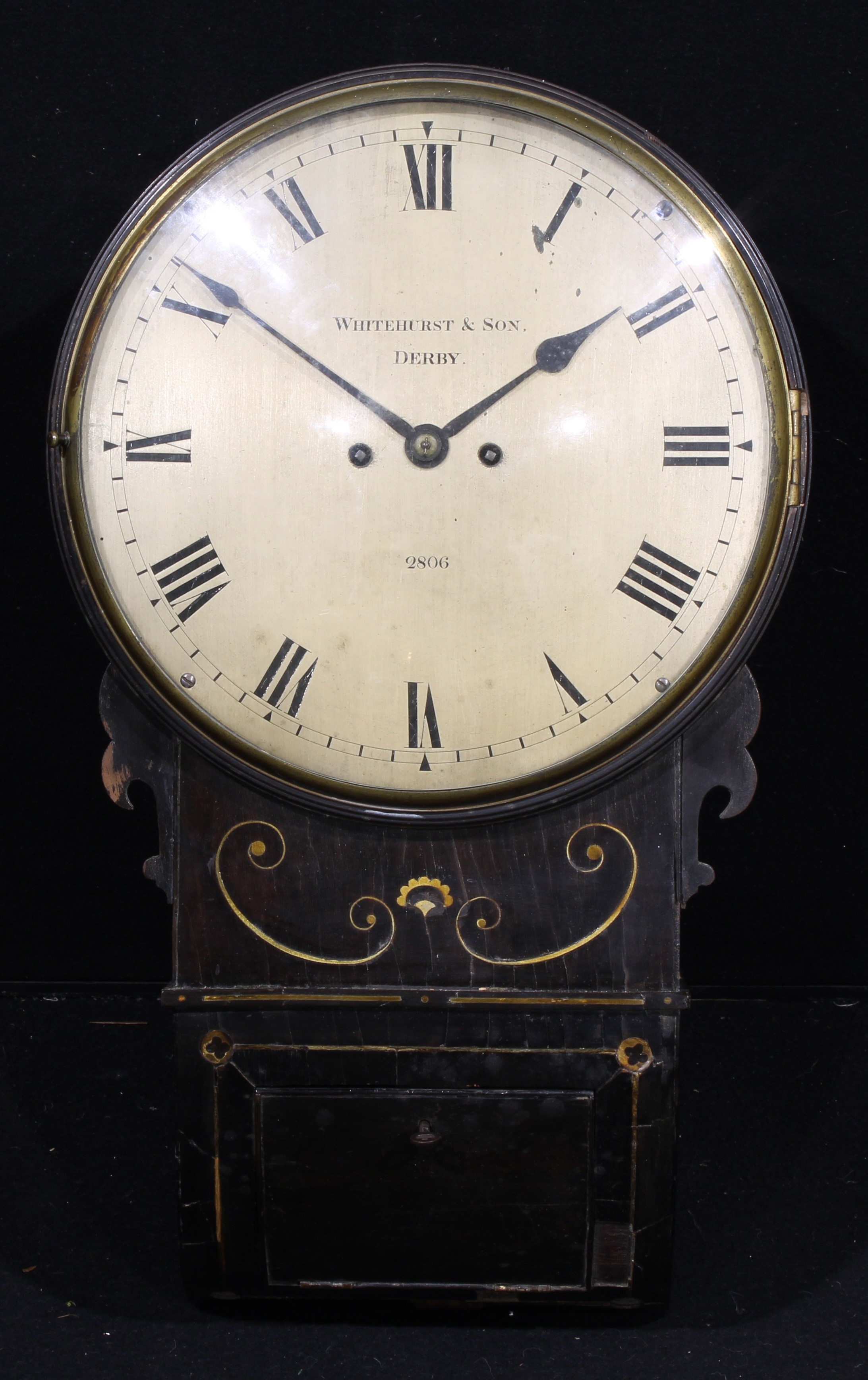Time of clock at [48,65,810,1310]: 1:50
